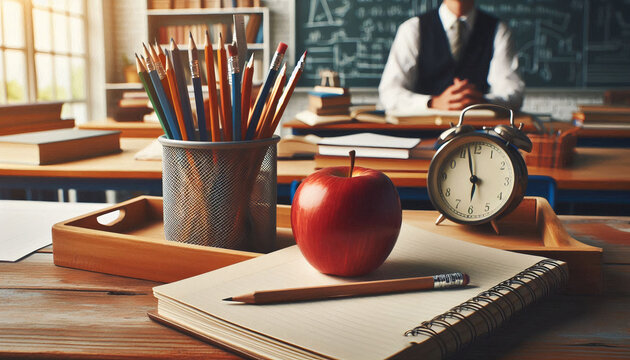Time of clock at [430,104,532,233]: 5:58
